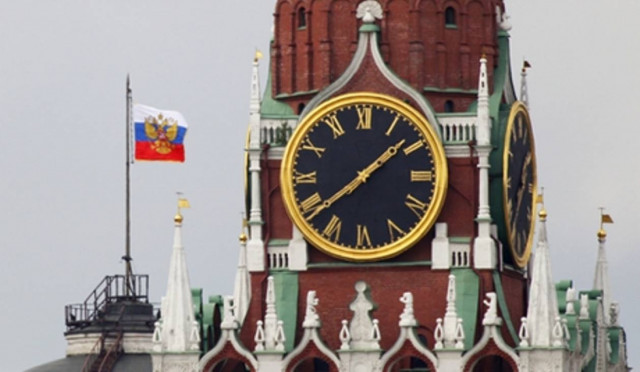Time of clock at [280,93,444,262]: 1:38
